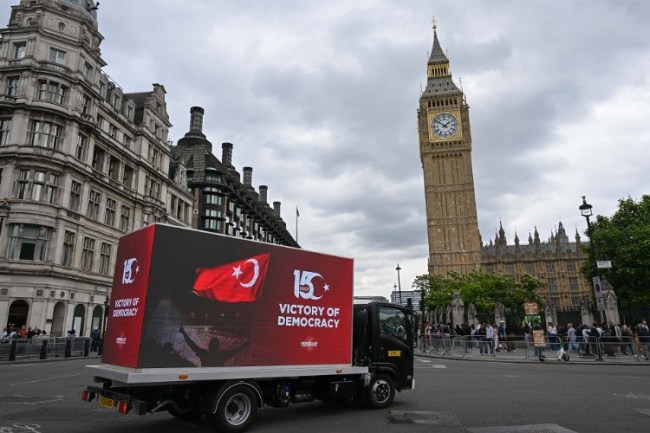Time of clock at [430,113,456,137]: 1:51
